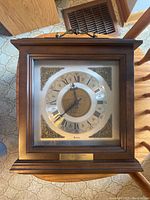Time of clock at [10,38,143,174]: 11:37
